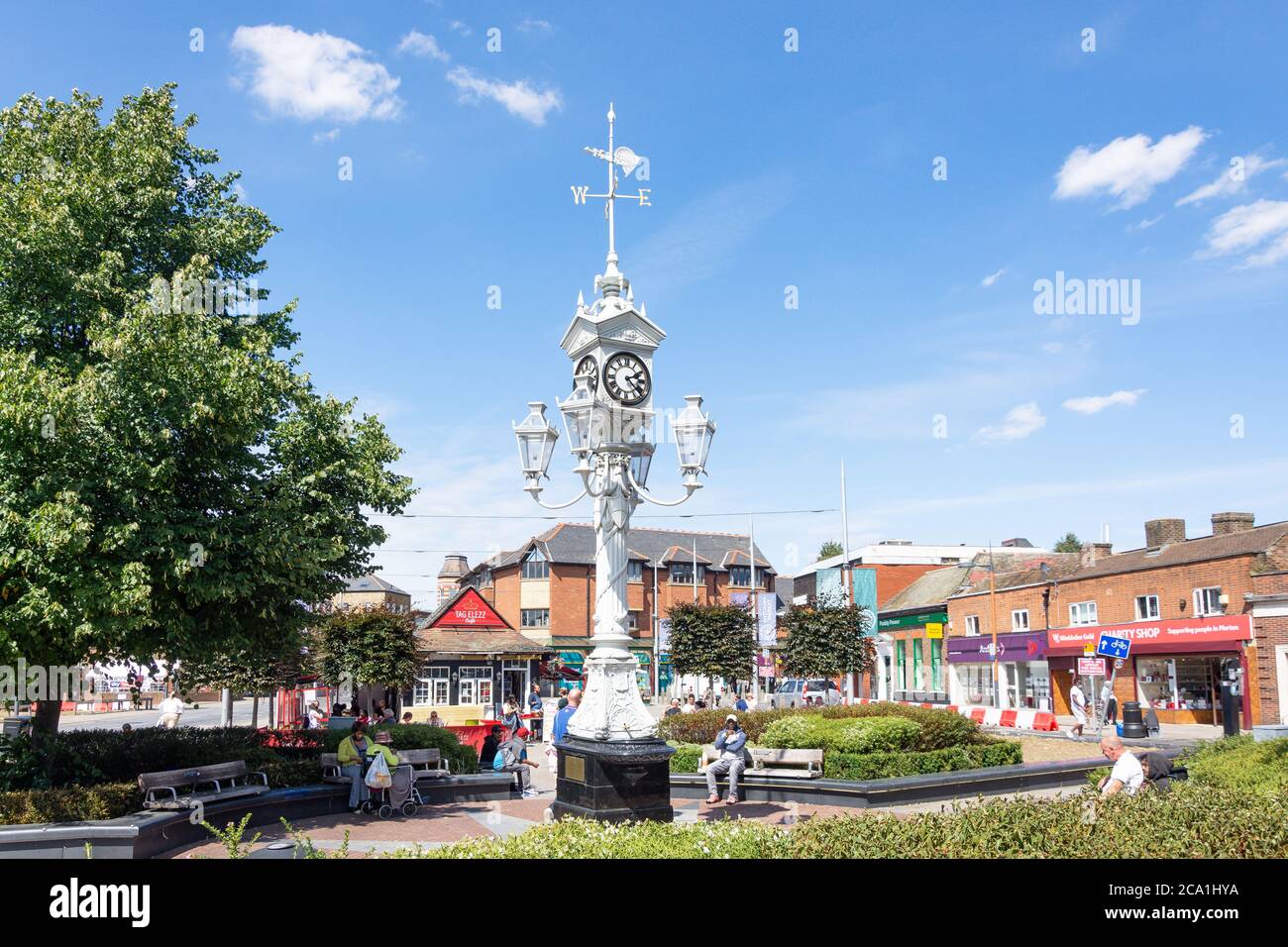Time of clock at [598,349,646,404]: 2:22
